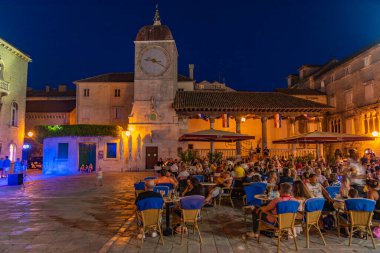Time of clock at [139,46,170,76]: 9:20
